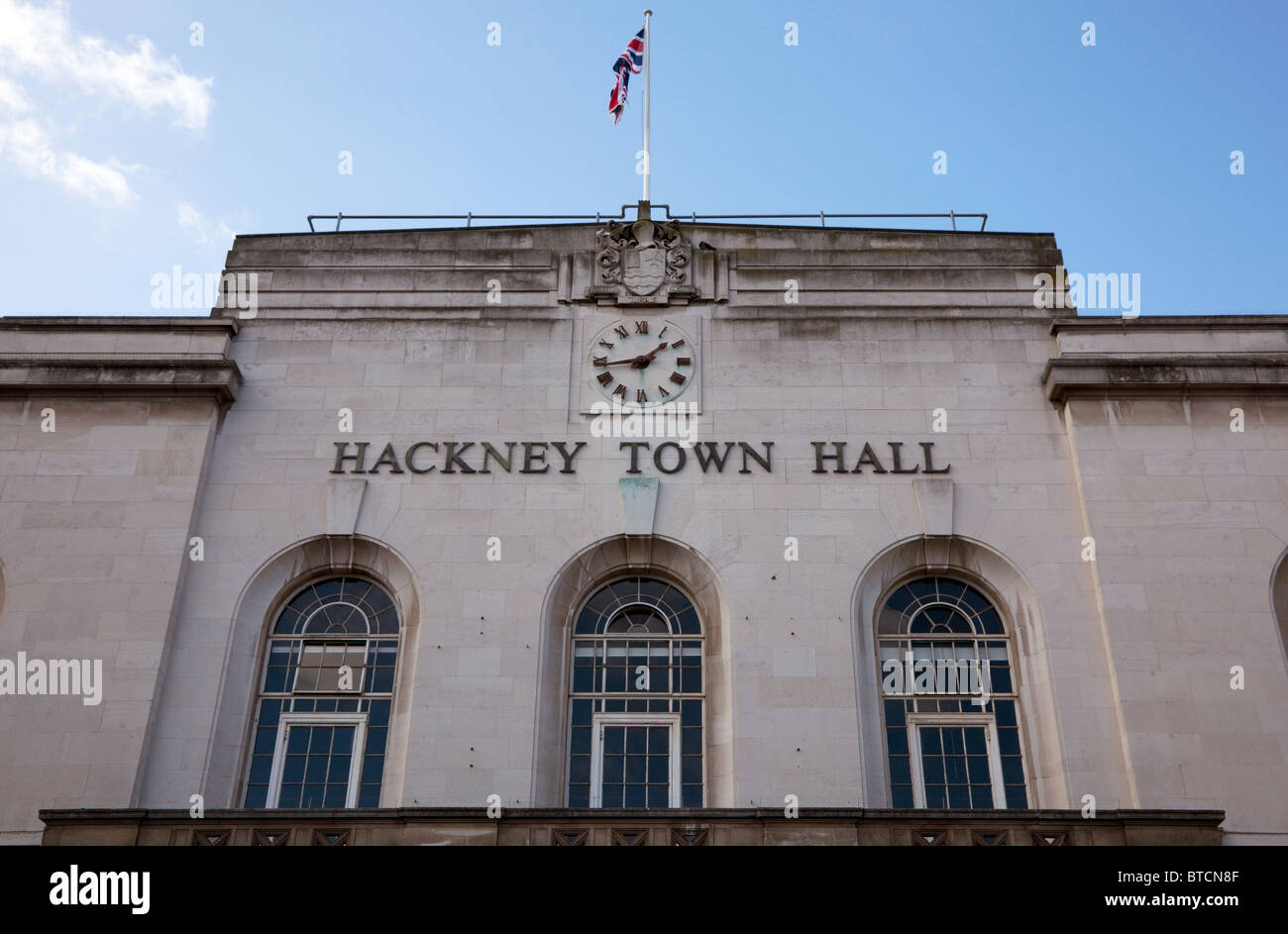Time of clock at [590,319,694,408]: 1:43
